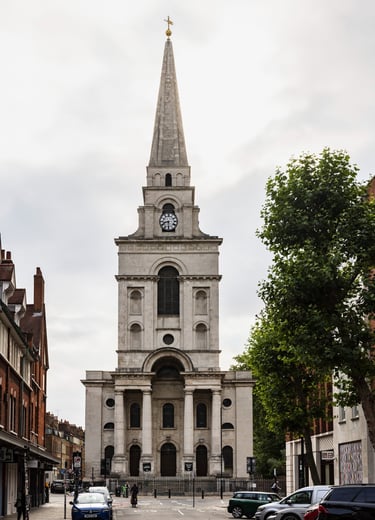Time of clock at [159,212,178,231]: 8:30
